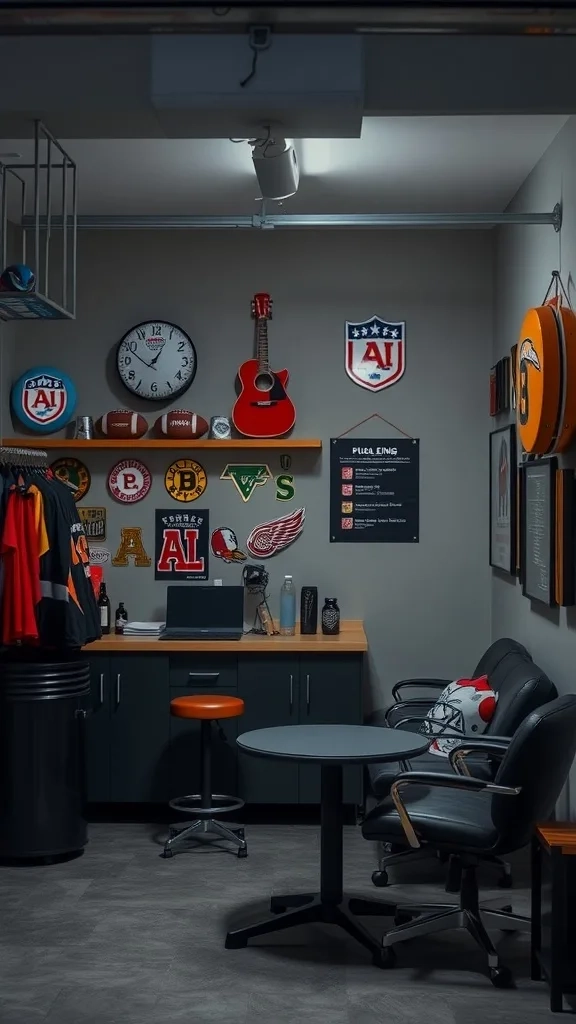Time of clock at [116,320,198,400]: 12:49
